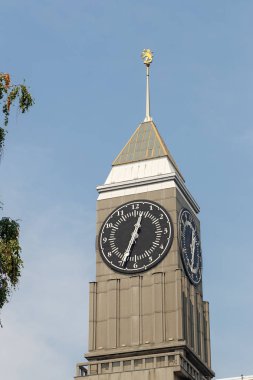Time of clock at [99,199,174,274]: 12:34
